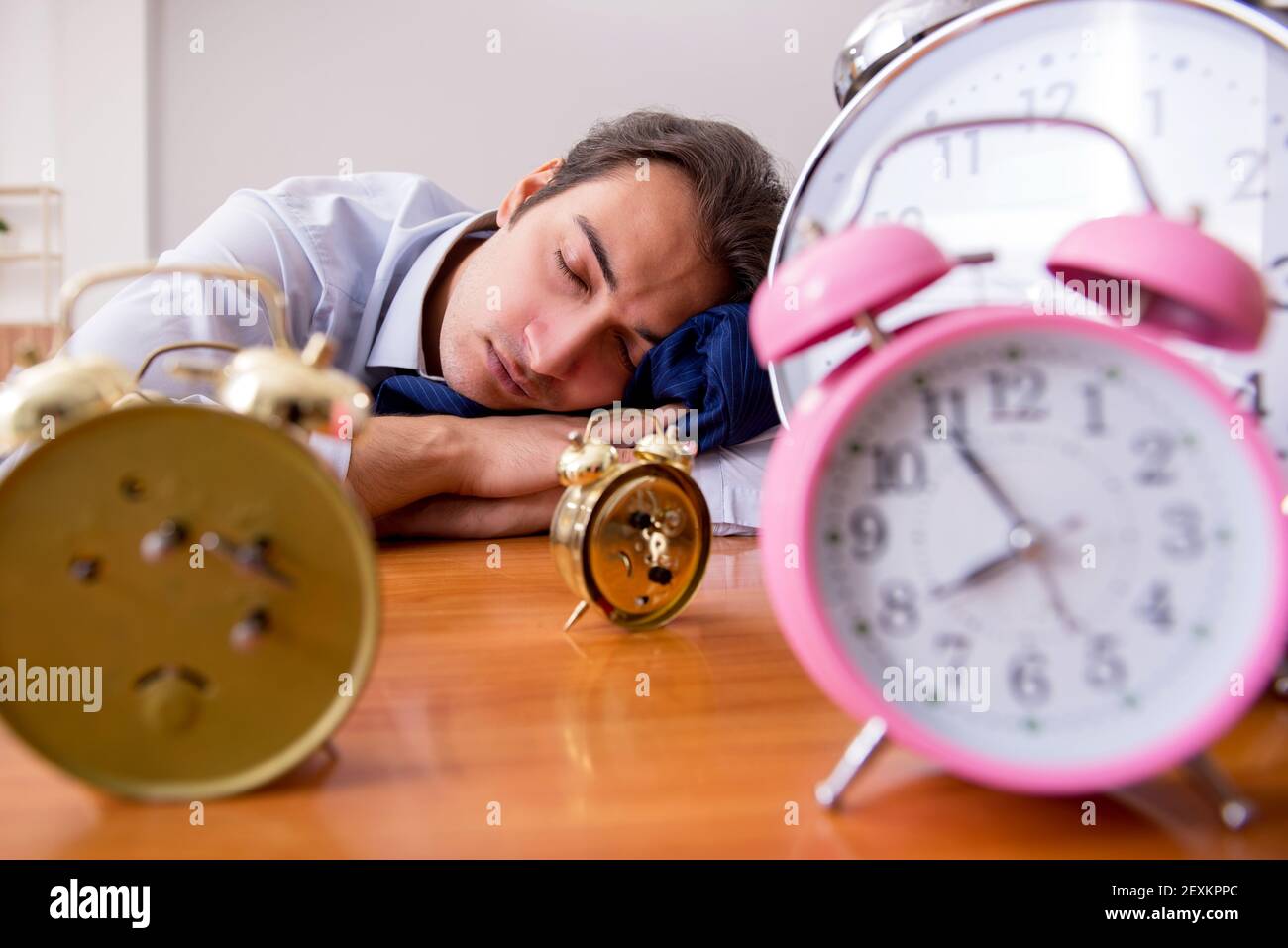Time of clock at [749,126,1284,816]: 7:54
